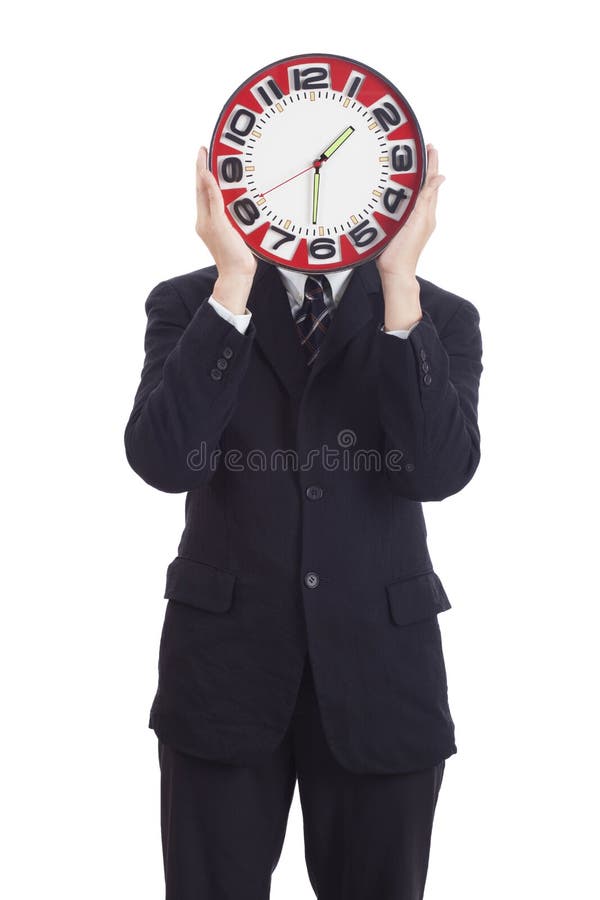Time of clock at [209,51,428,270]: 1:31
